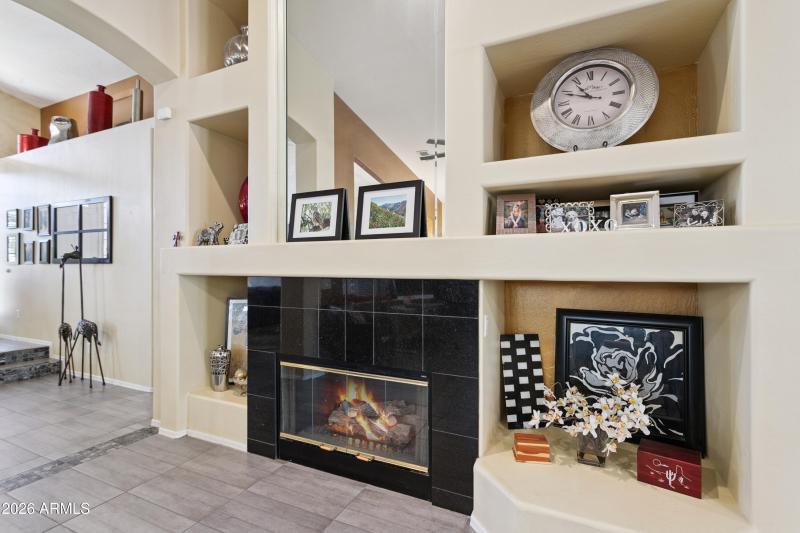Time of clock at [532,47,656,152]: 10:48
